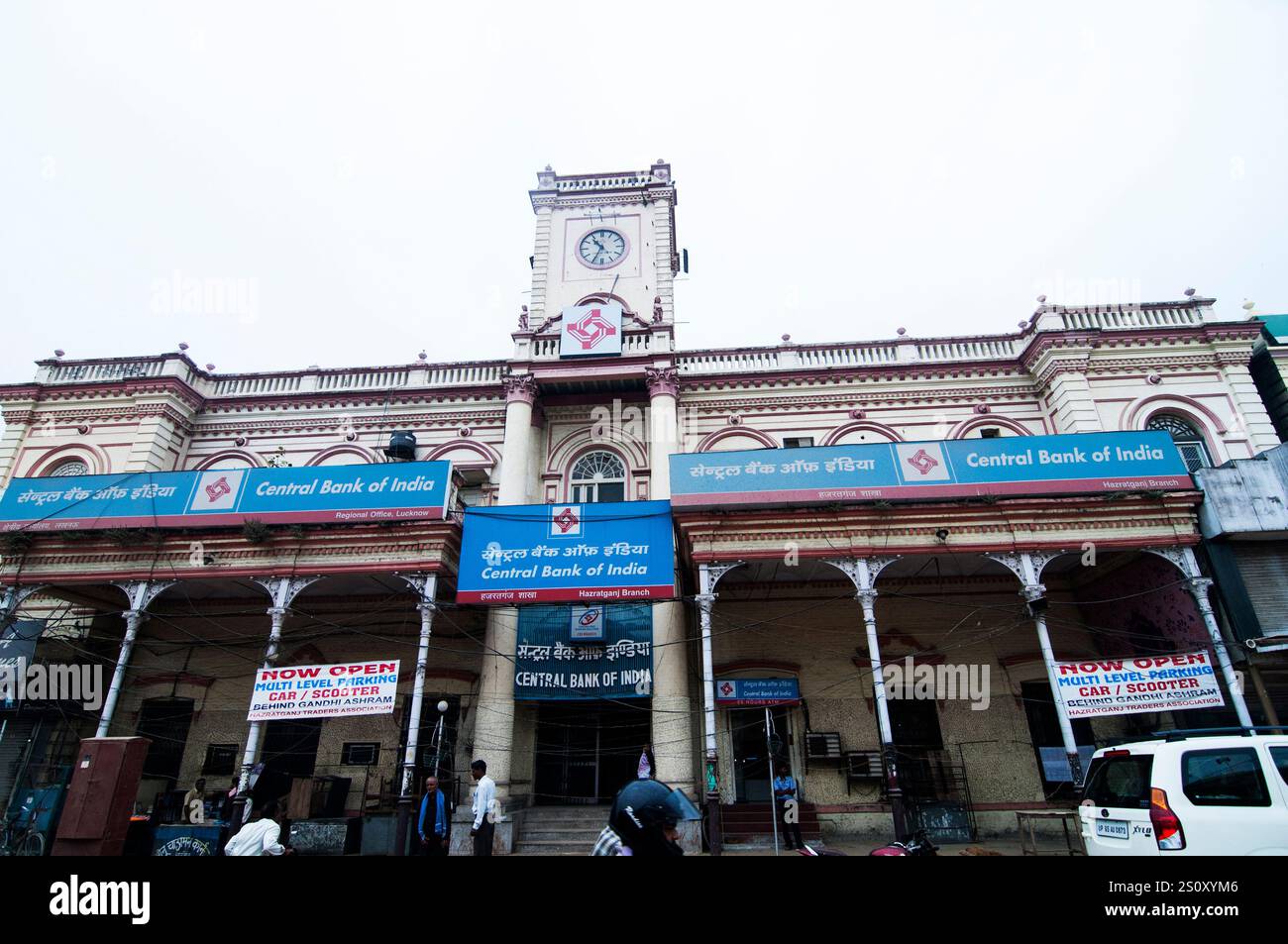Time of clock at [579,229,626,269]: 10:34
